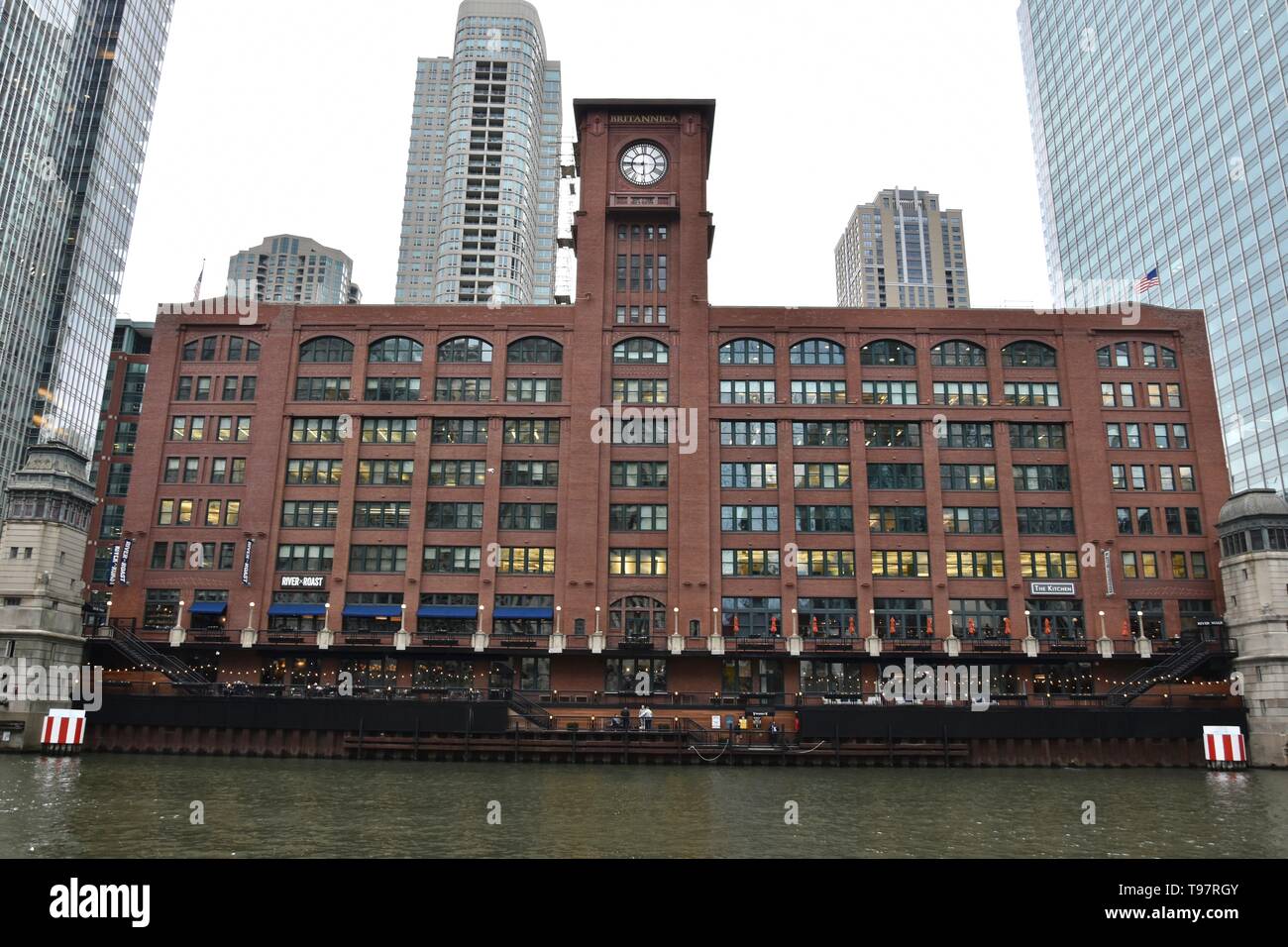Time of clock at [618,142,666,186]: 5:45
